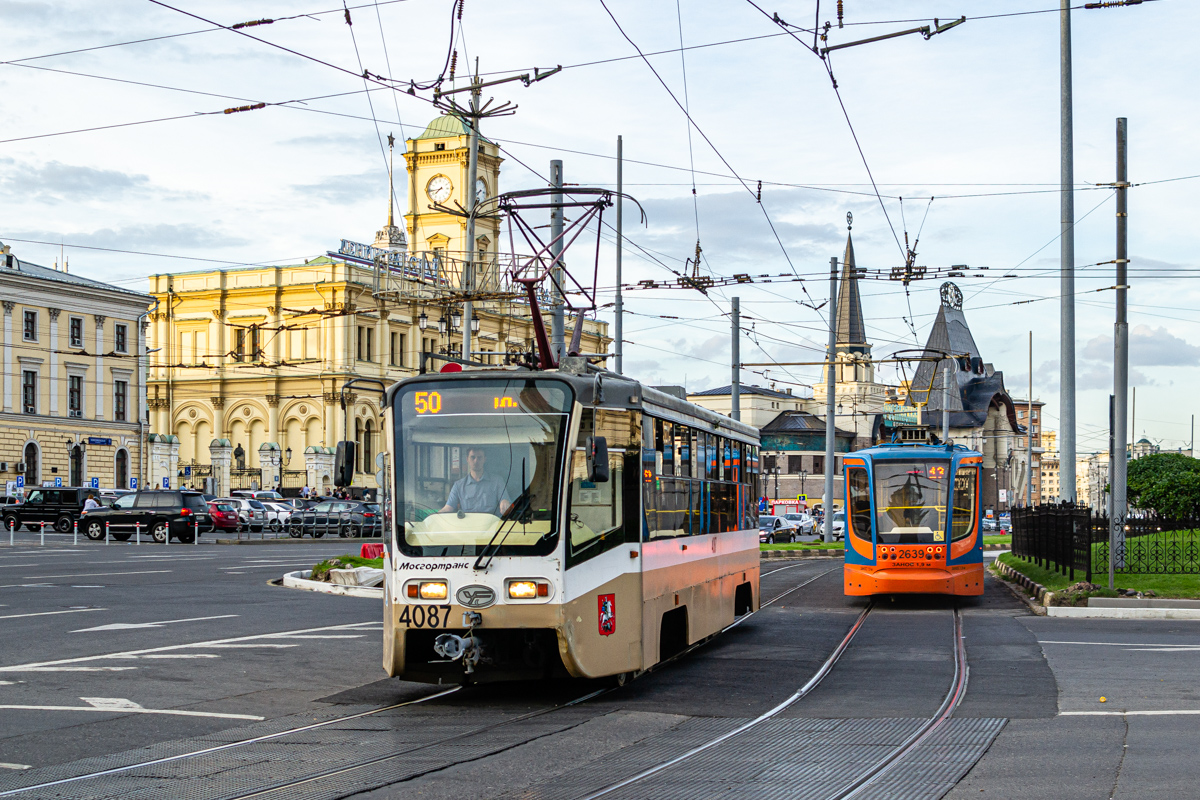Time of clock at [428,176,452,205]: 7:43
